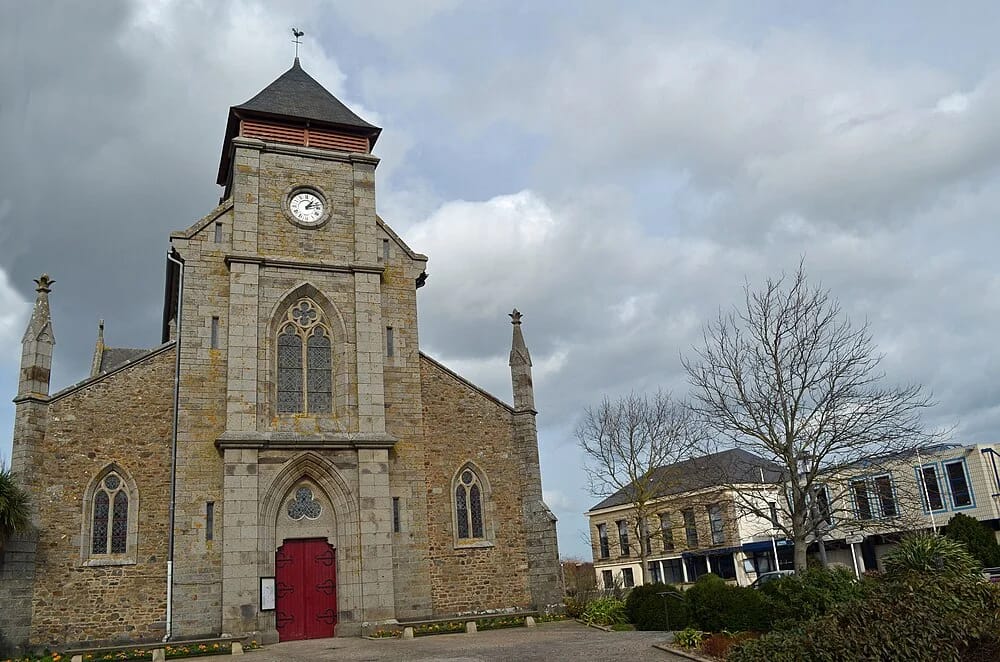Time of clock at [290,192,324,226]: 1:12
